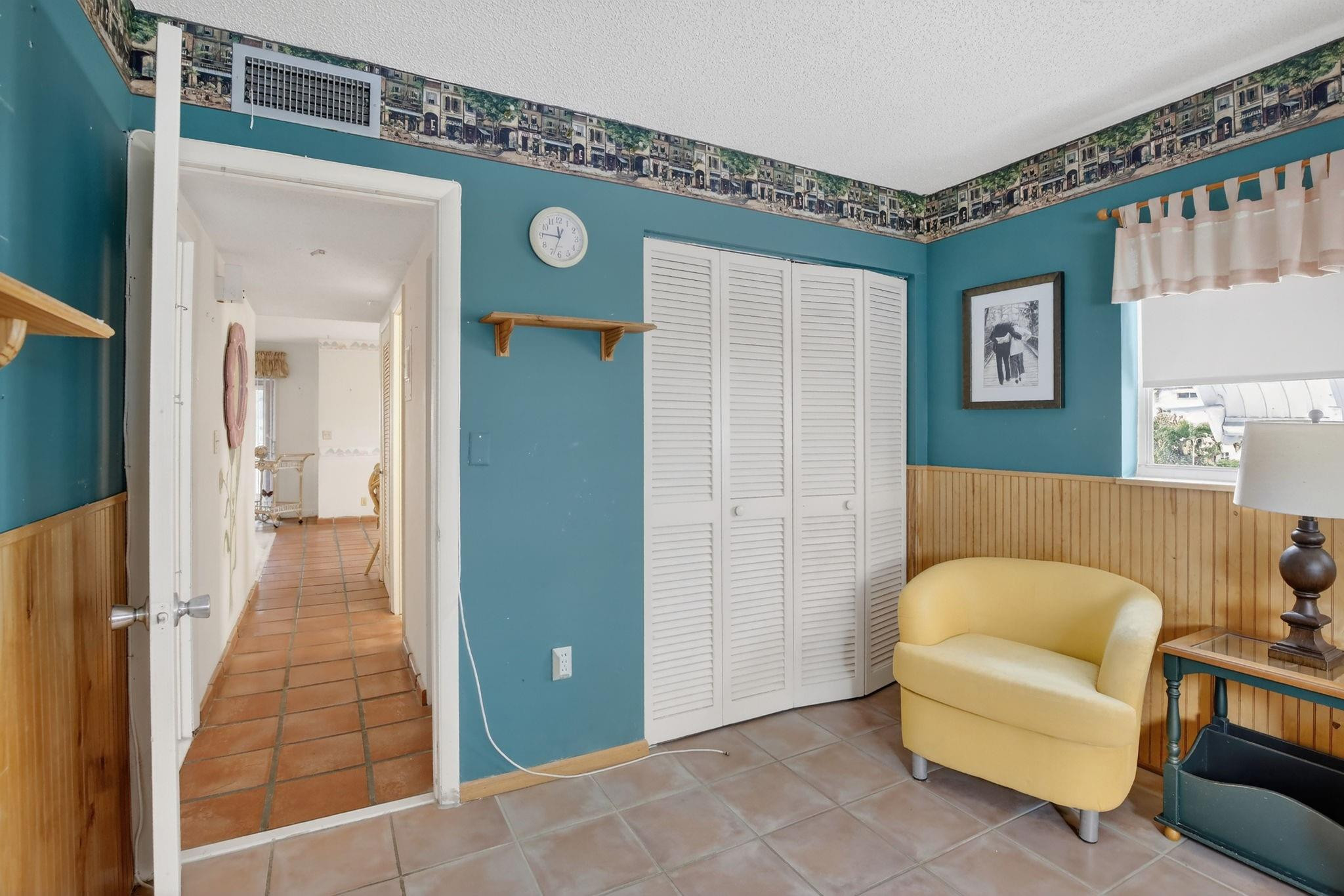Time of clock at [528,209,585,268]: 11:45
